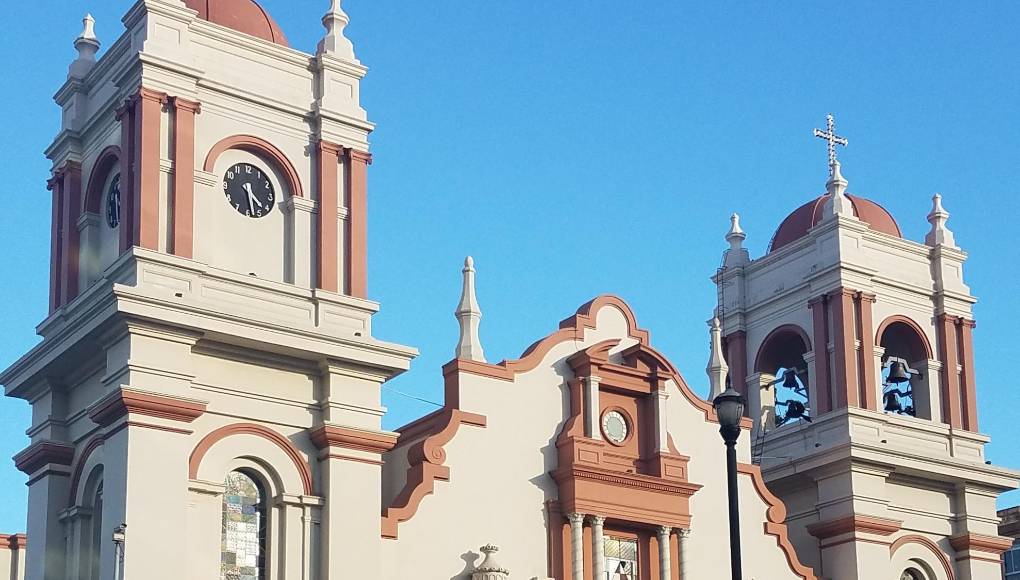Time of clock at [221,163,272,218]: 4:28
